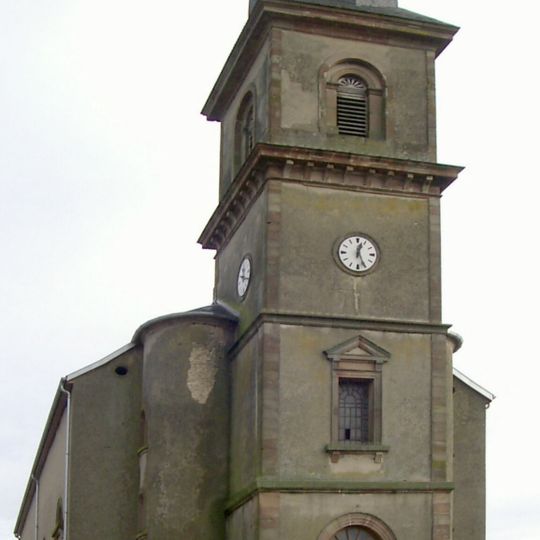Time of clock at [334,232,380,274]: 12:25
